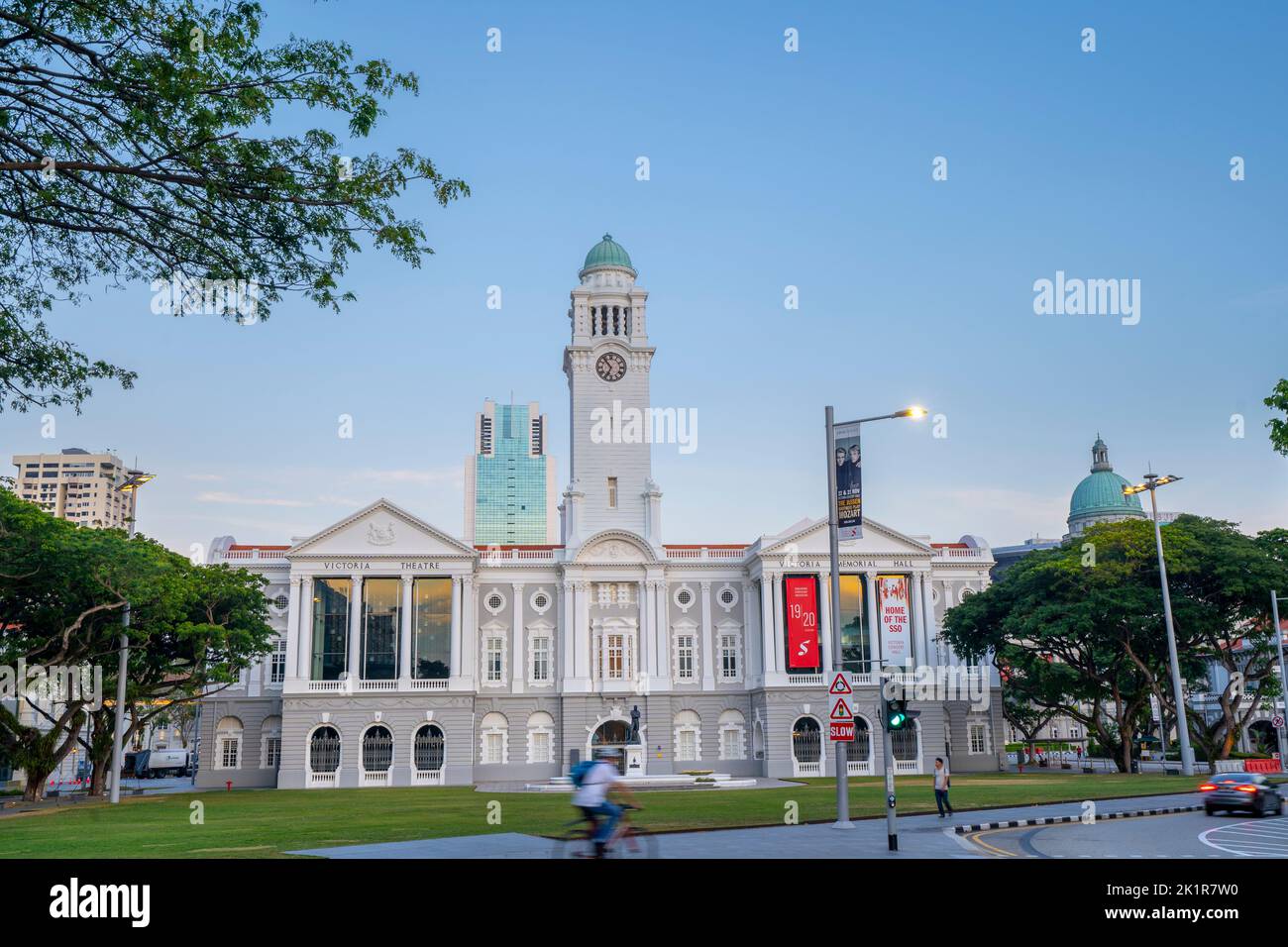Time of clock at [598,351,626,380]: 6:53
